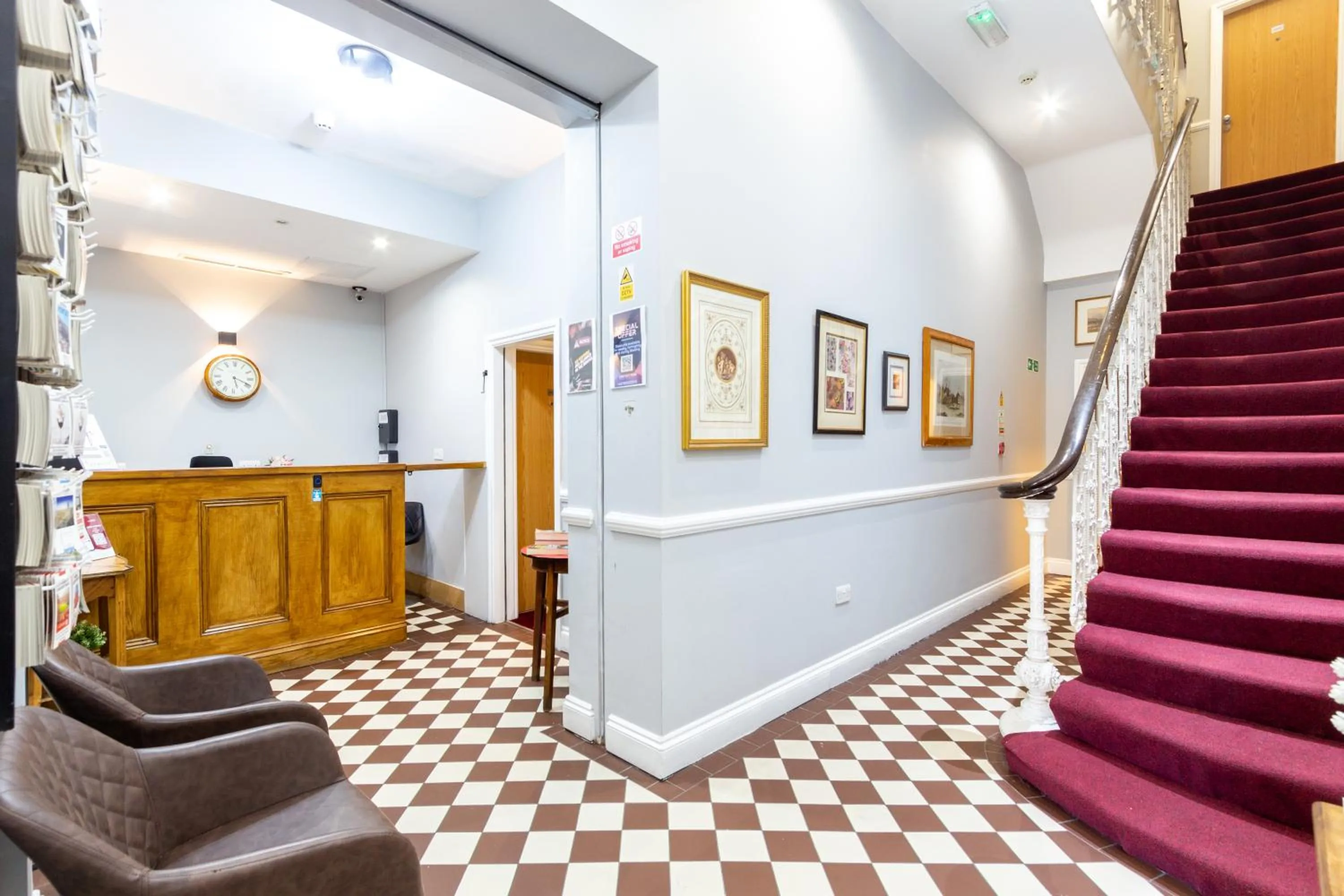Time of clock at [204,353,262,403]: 5:18
